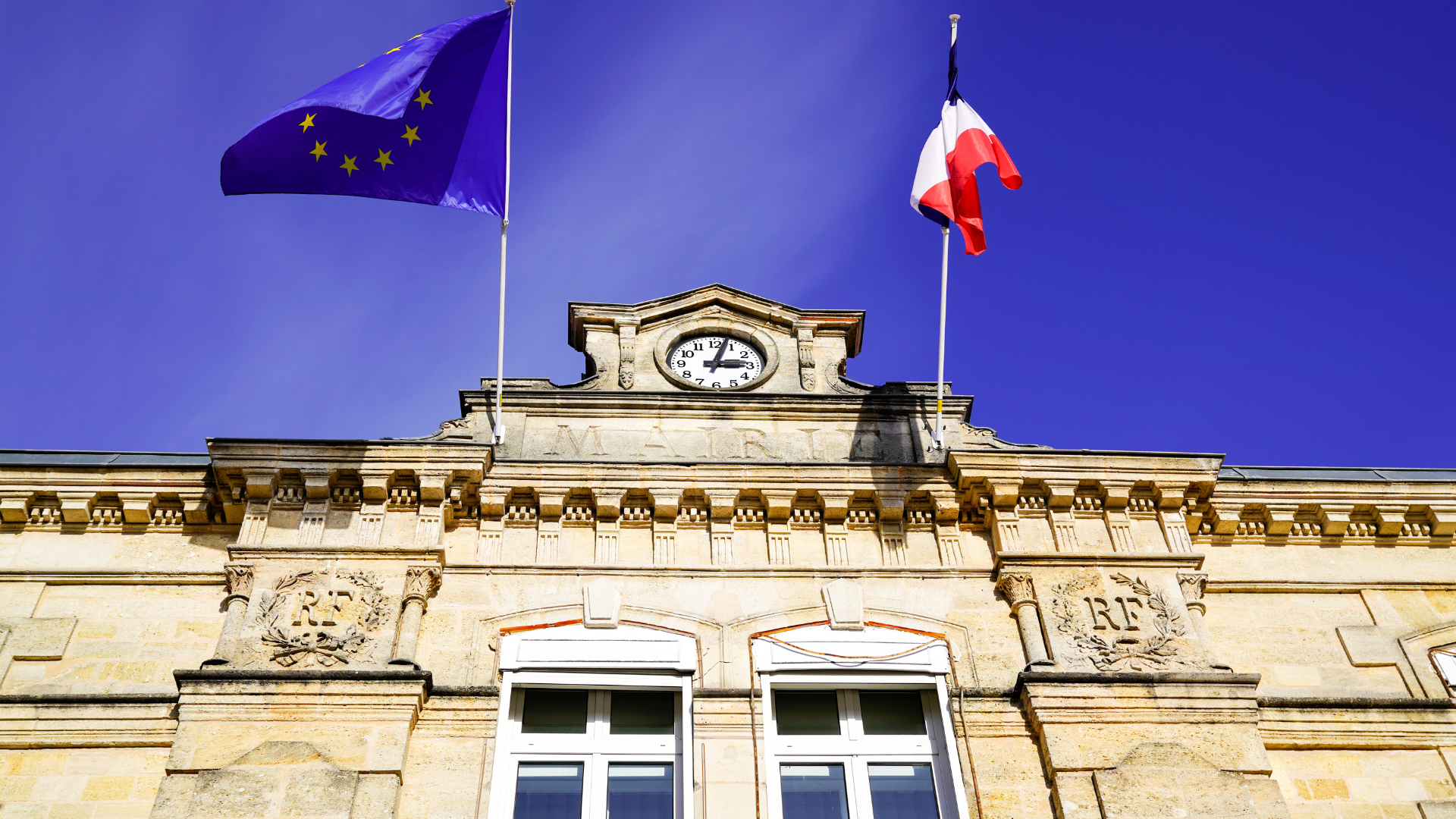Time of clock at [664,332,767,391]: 3:02
